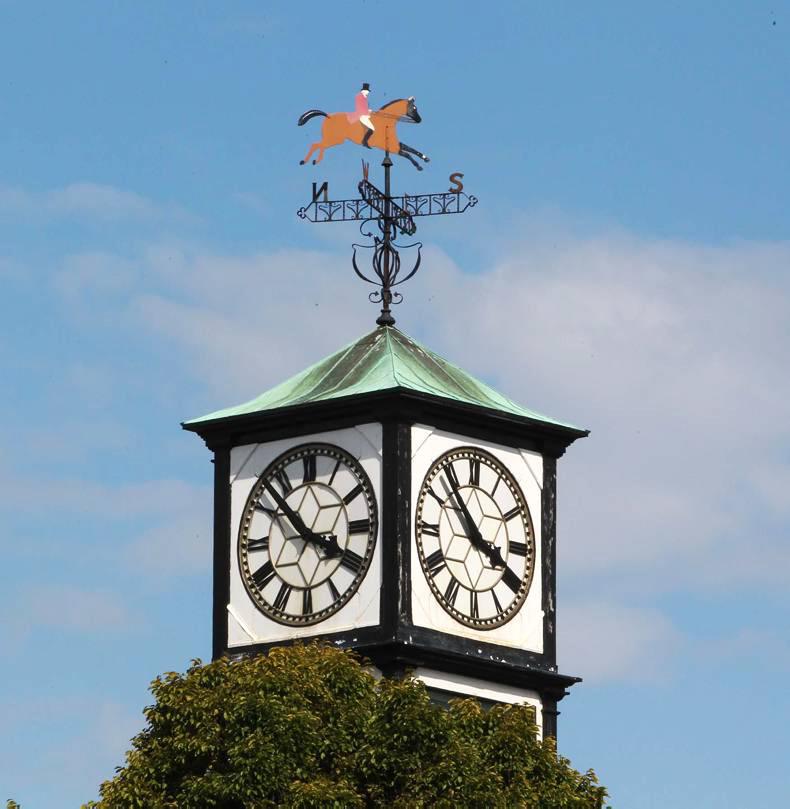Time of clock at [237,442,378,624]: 3:52
